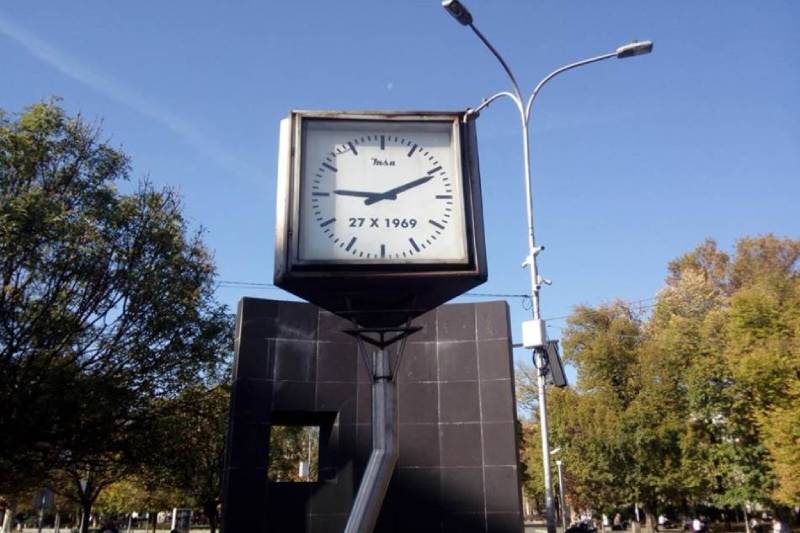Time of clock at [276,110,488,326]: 9:10
